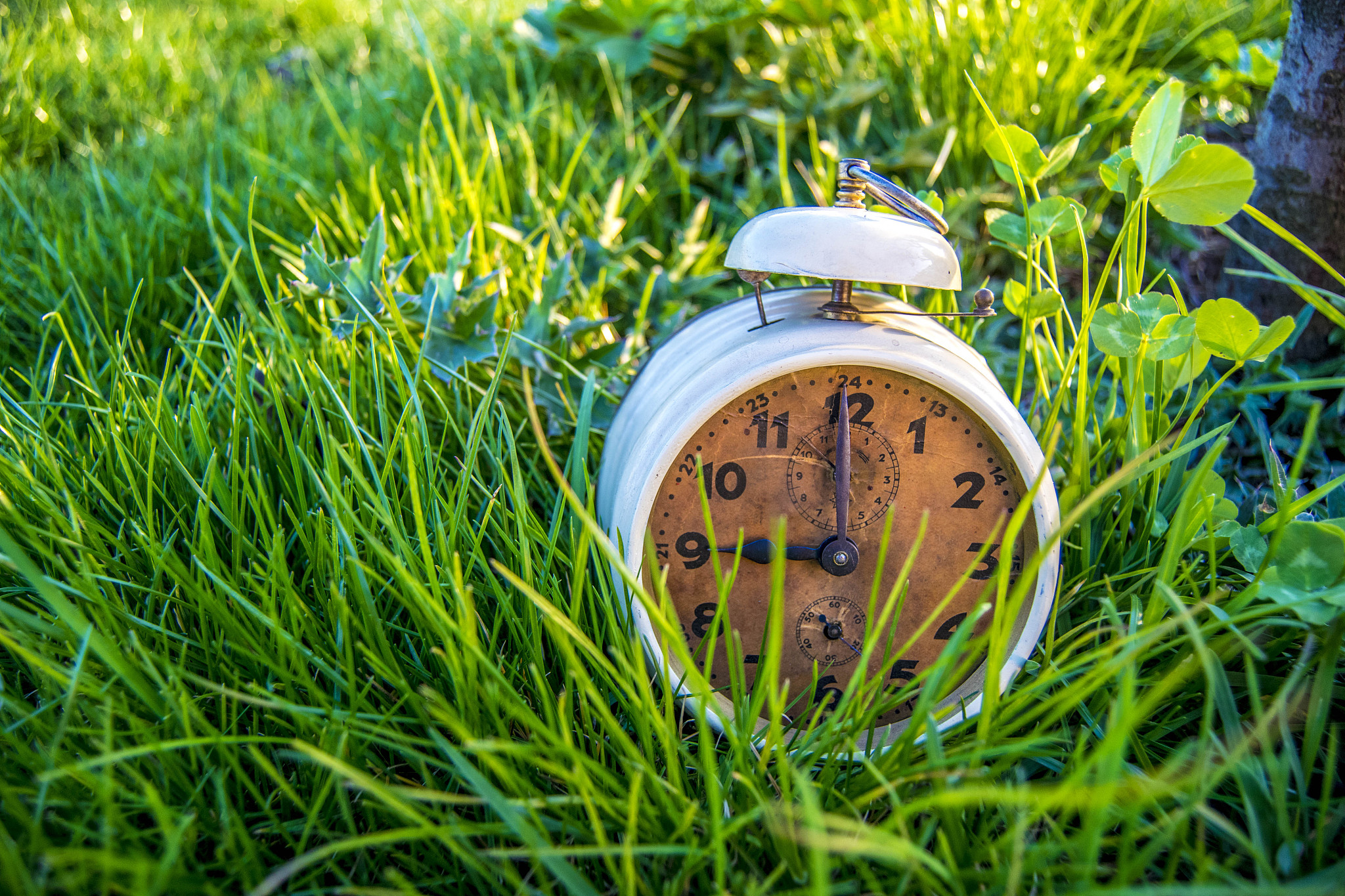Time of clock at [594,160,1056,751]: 8:59
